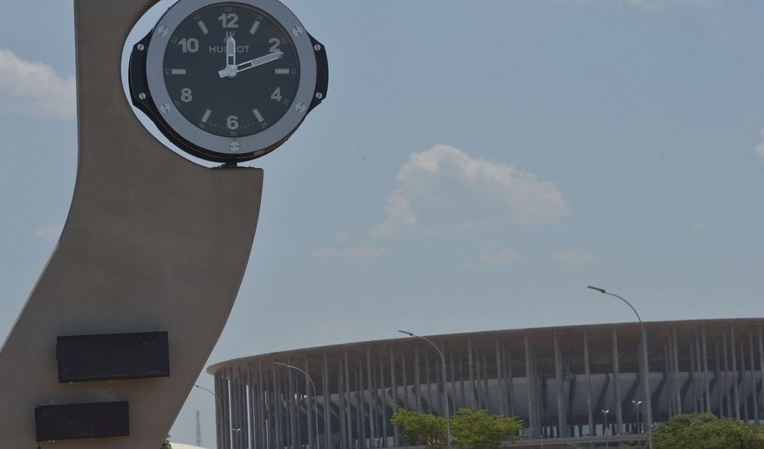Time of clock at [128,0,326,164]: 12:11
